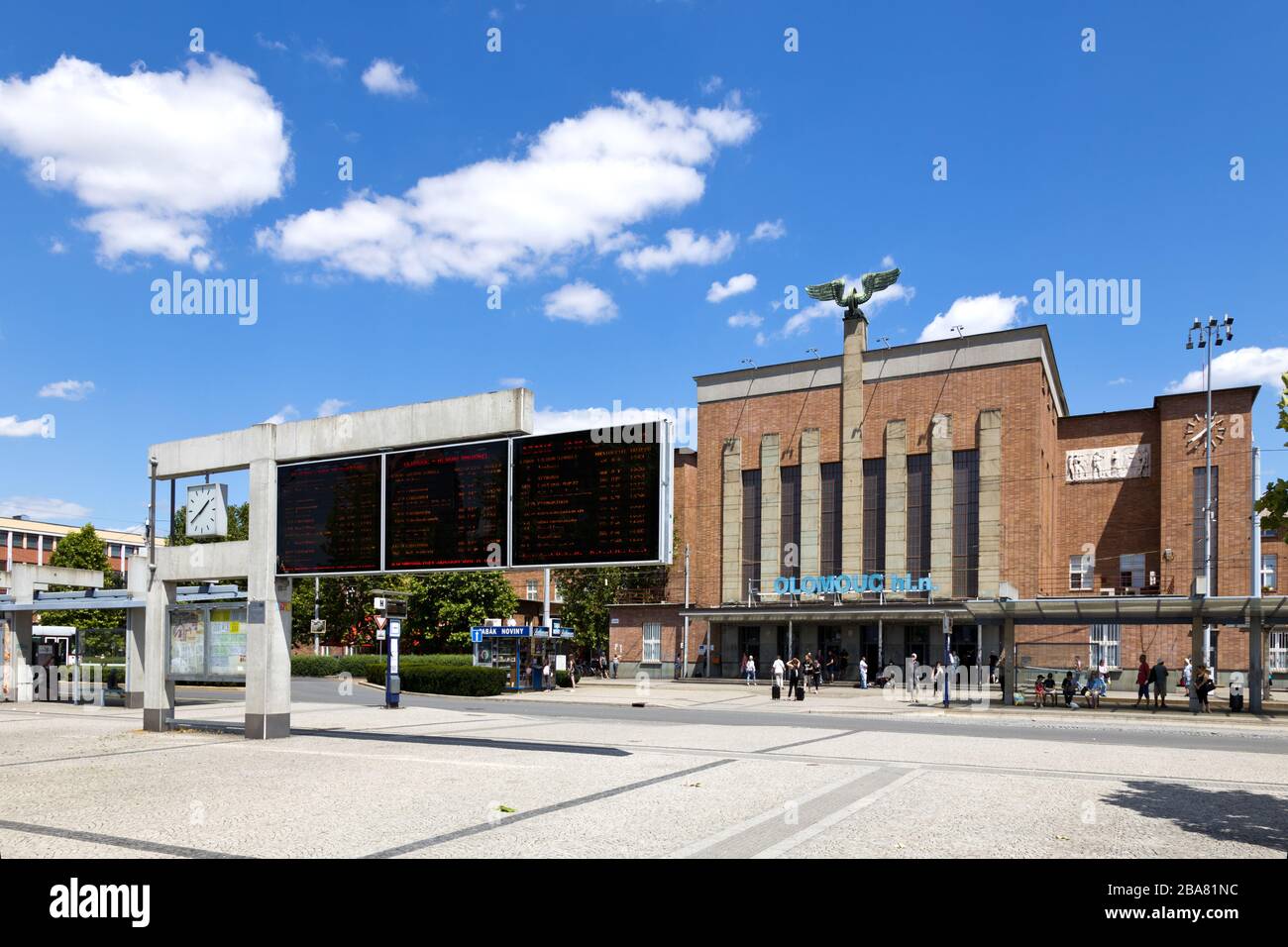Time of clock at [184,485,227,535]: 1:39
